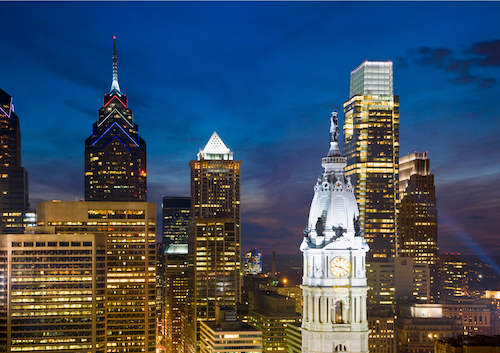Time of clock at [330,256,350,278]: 9:20
